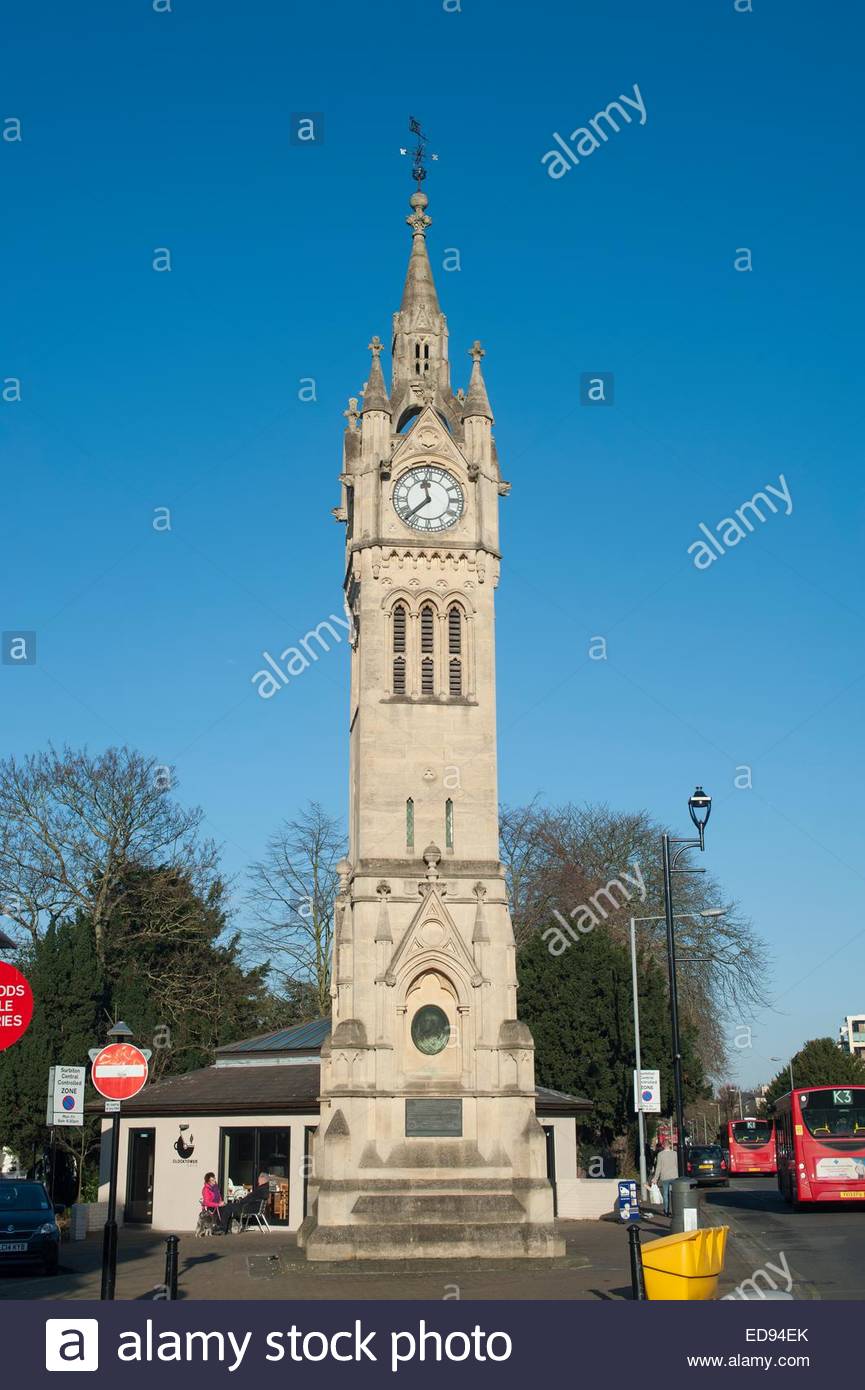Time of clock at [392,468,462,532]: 11:37
